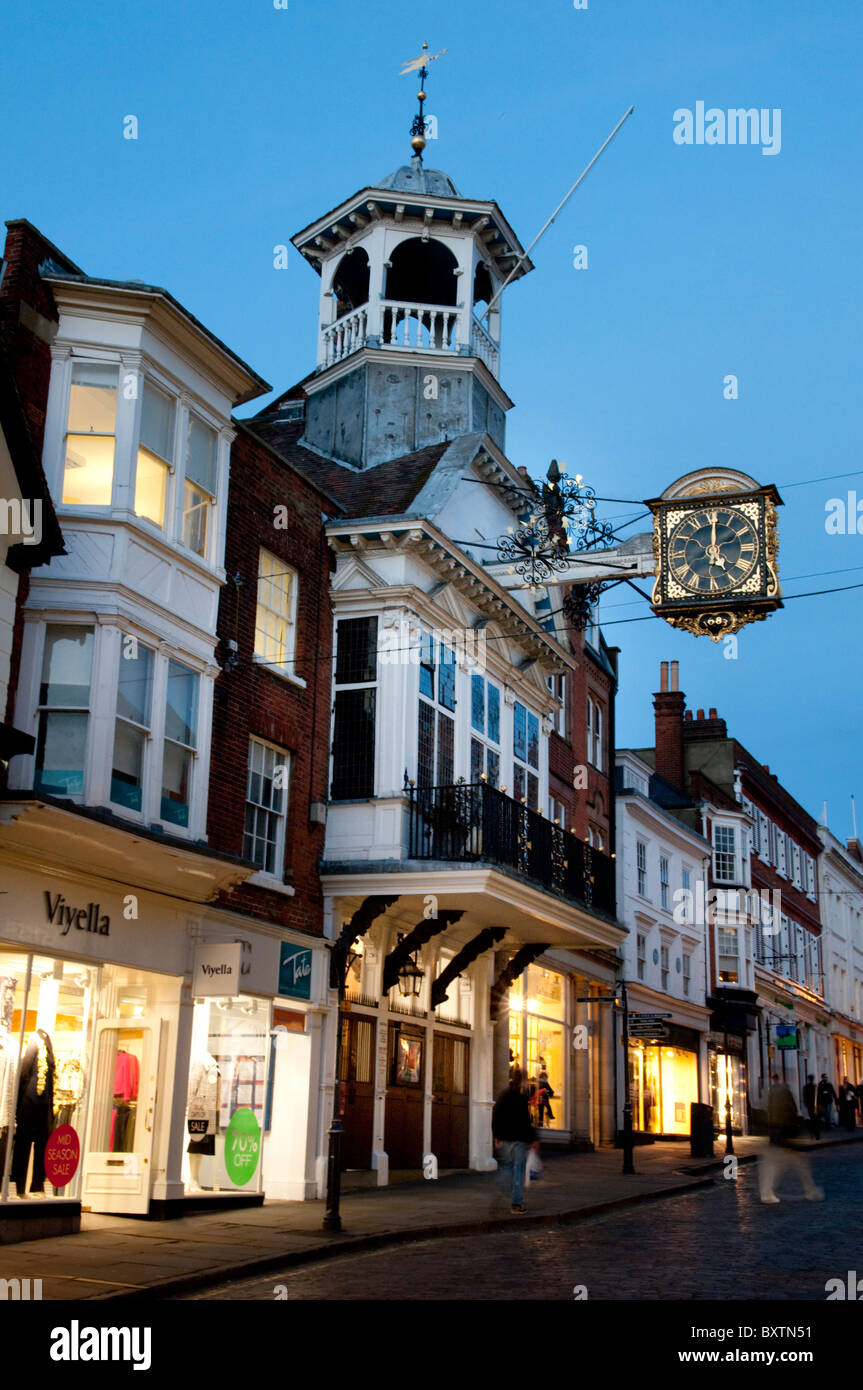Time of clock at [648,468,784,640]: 5:00
